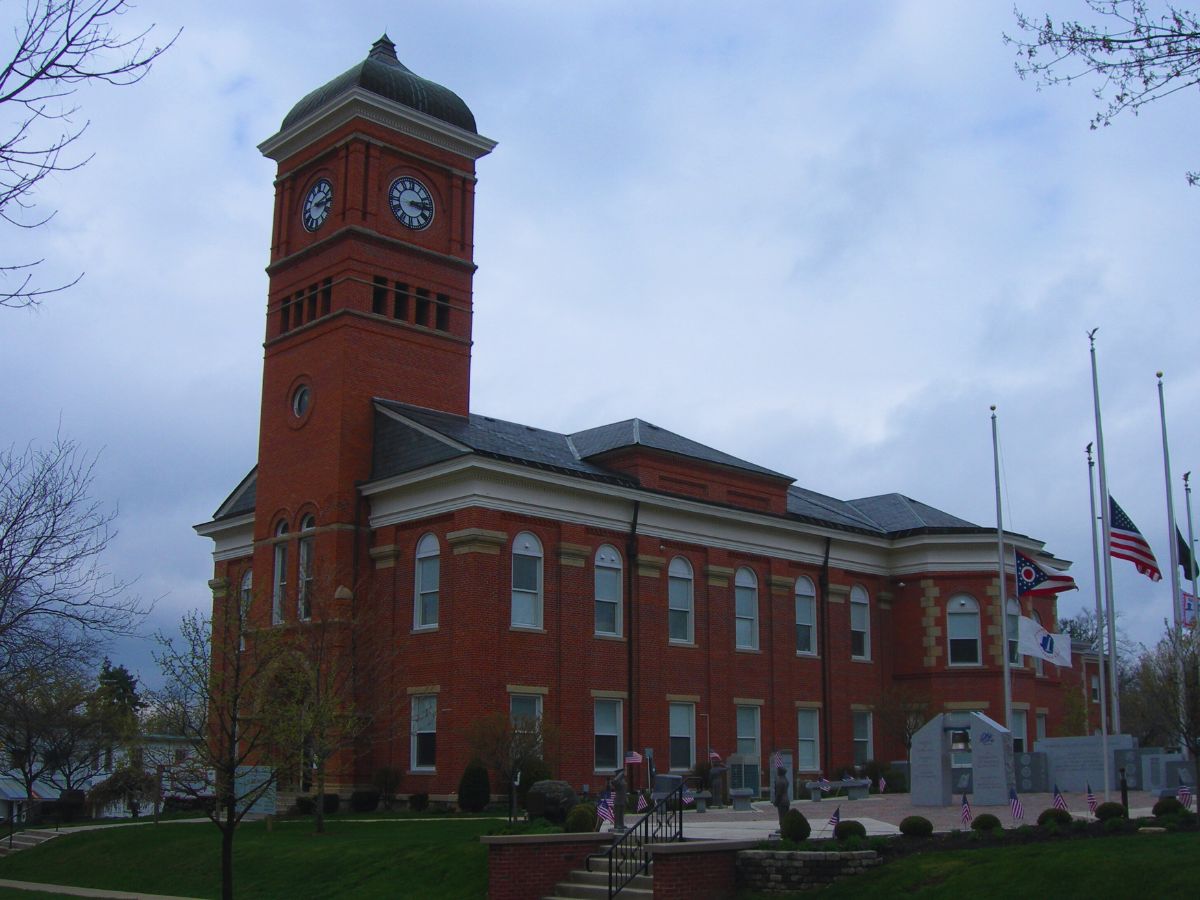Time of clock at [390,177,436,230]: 3:12
